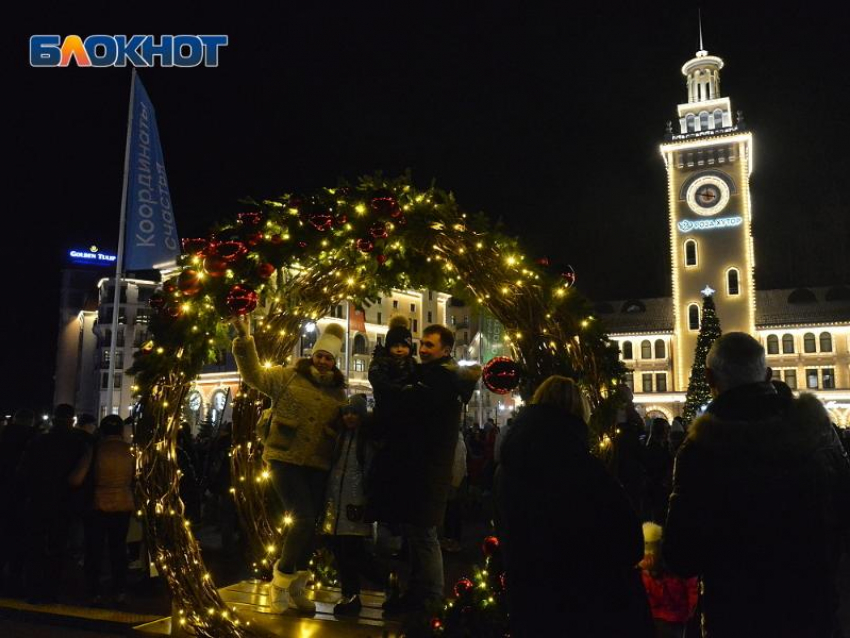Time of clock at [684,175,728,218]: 11:46
